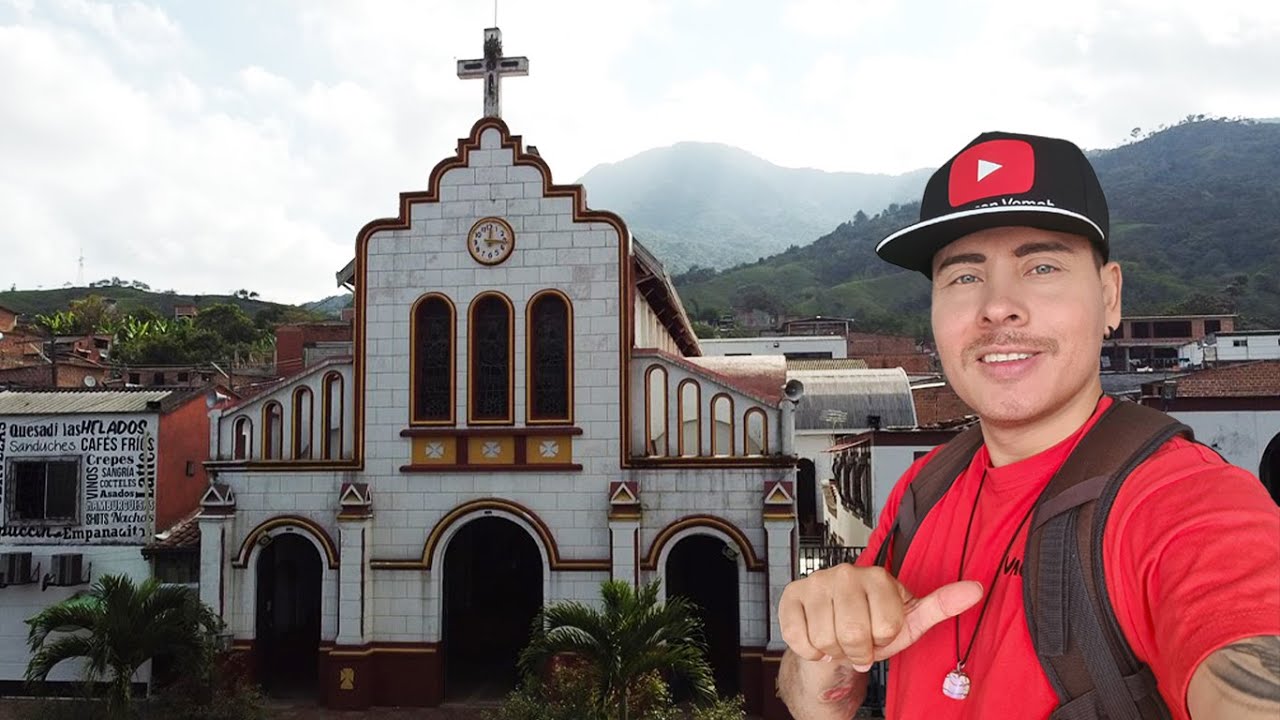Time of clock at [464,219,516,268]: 12:16
